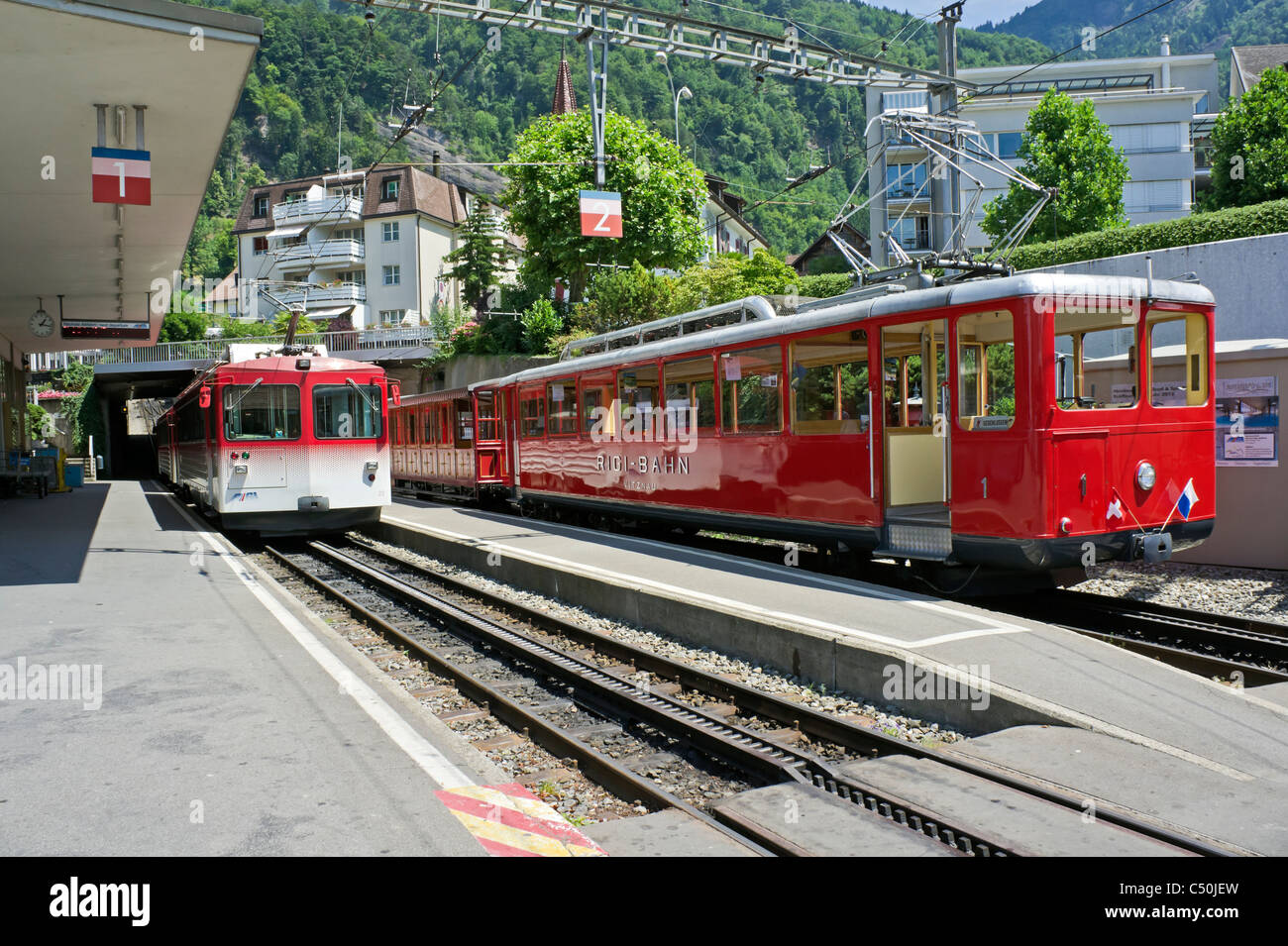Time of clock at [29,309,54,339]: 1:16
